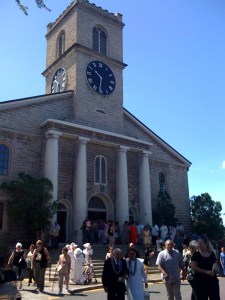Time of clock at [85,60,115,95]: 10:31
